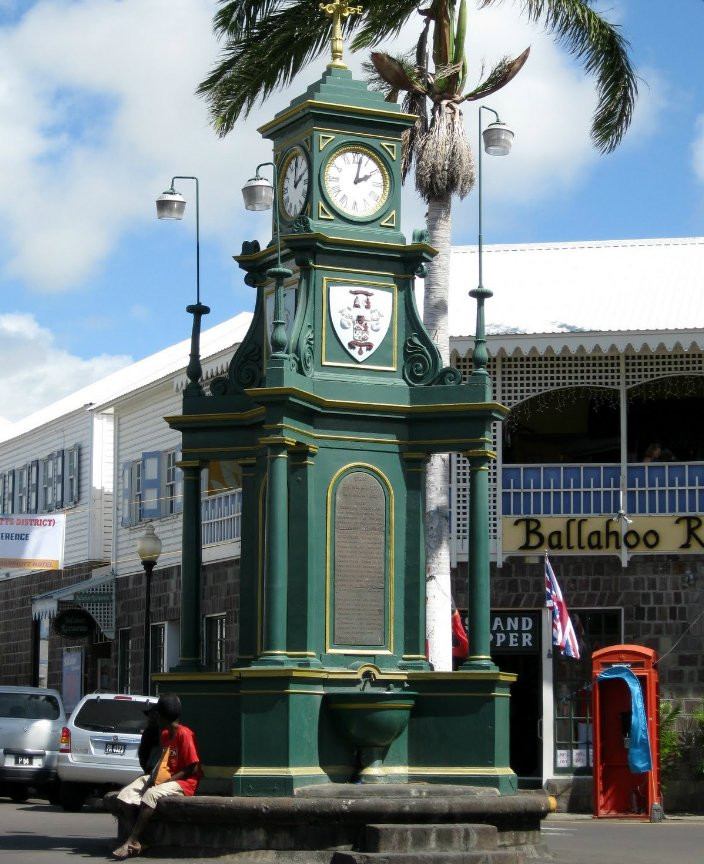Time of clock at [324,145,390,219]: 2:01
